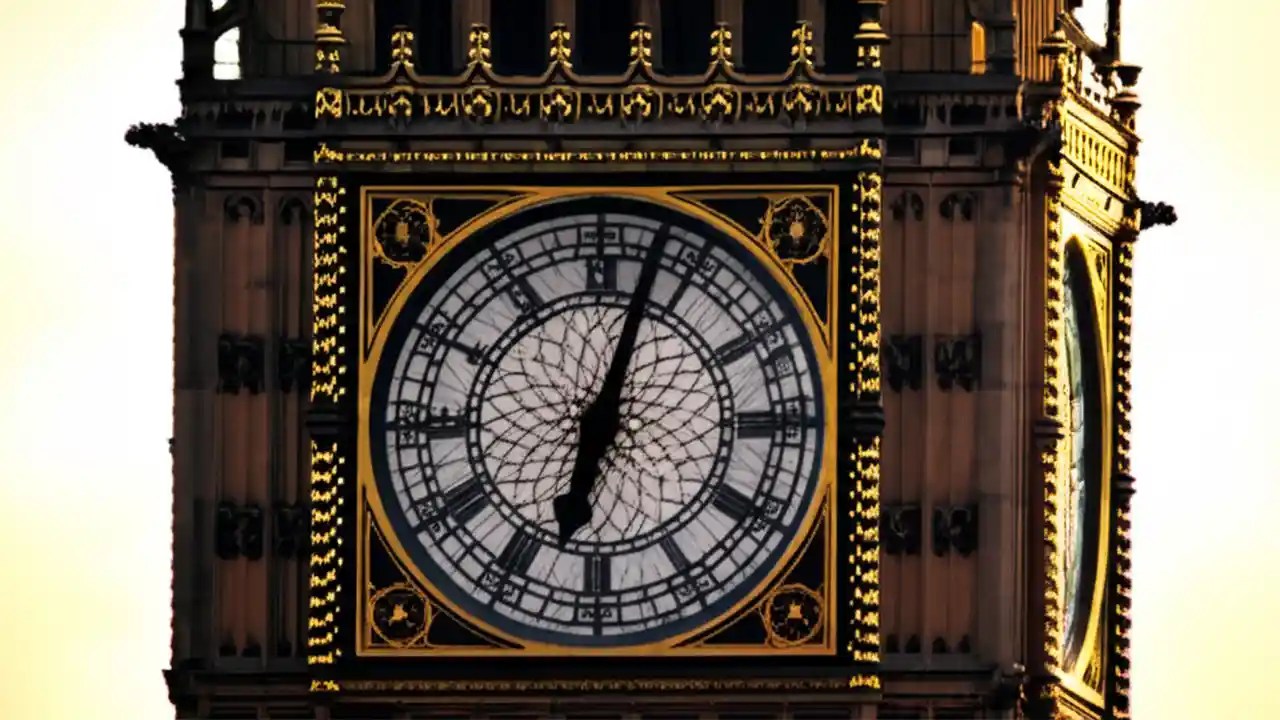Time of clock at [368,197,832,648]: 6:02
